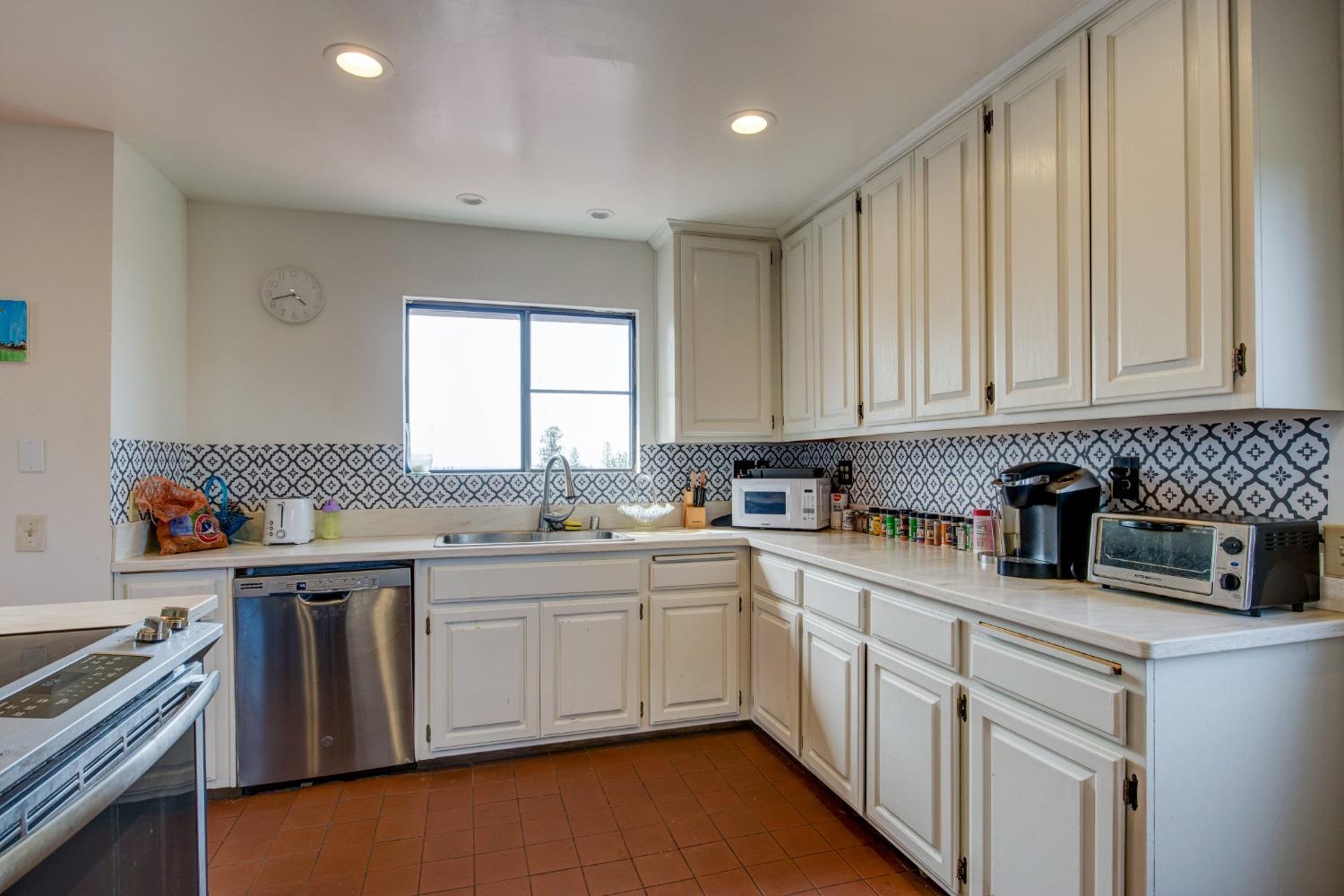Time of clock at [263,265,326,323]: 4:42
